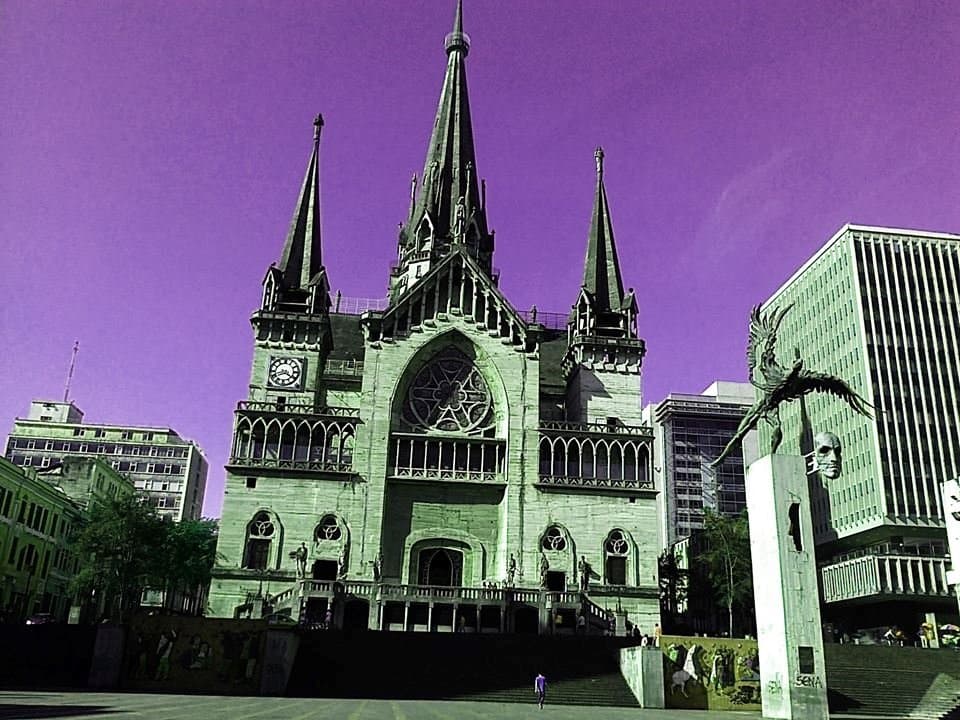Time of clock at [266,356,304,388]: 8:20
